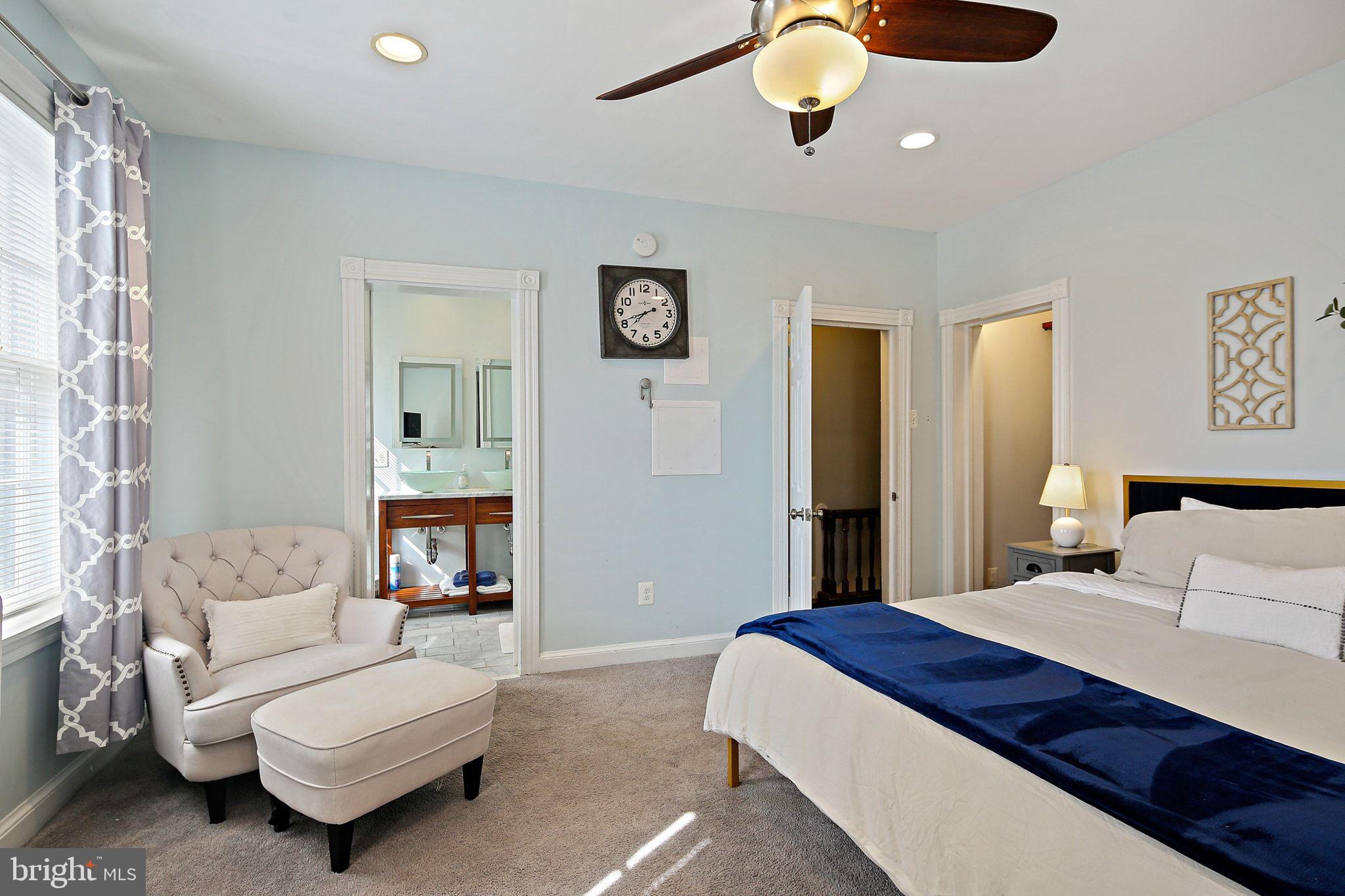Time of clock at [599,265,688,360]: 7:41
